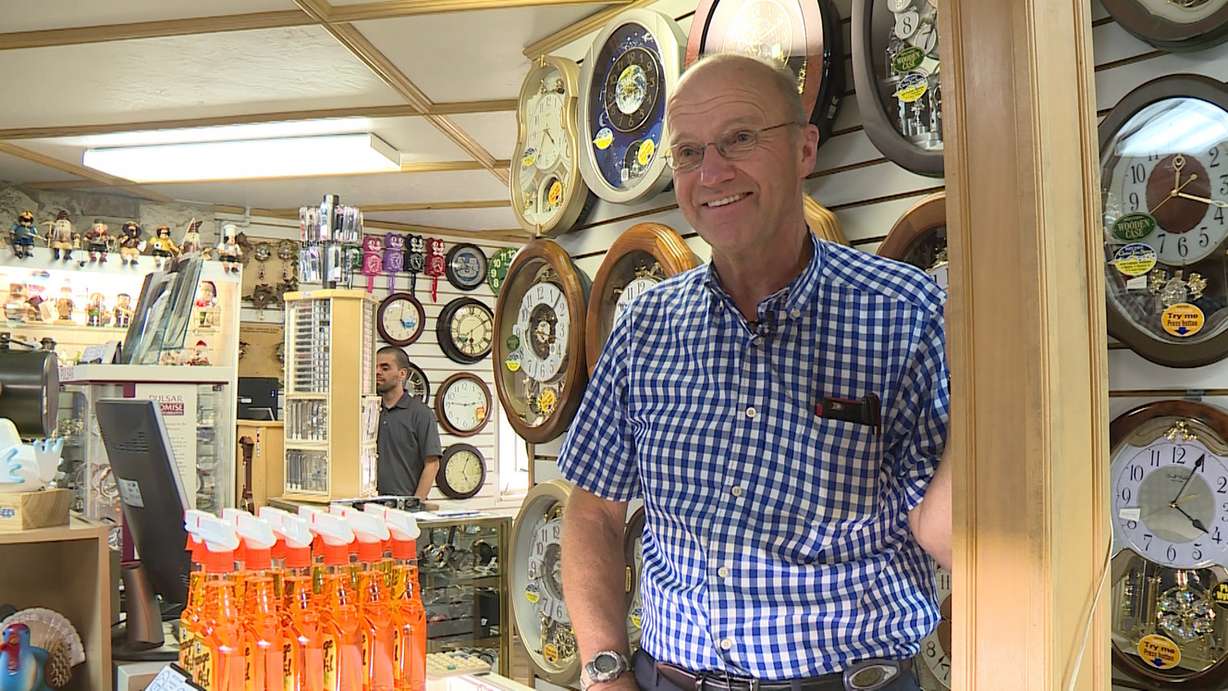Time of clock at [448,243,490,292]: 11:42
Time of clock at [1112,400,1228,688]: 4:04
